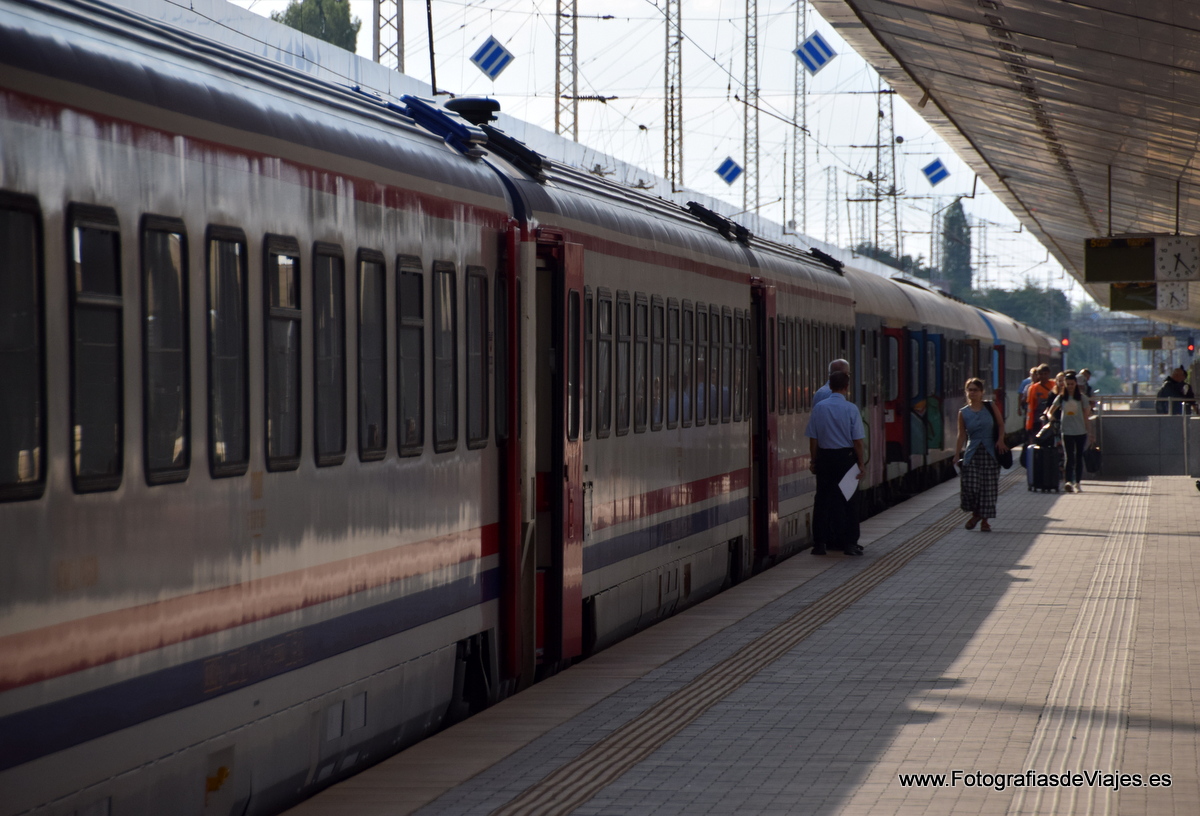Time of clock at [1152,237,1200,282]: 6:23
